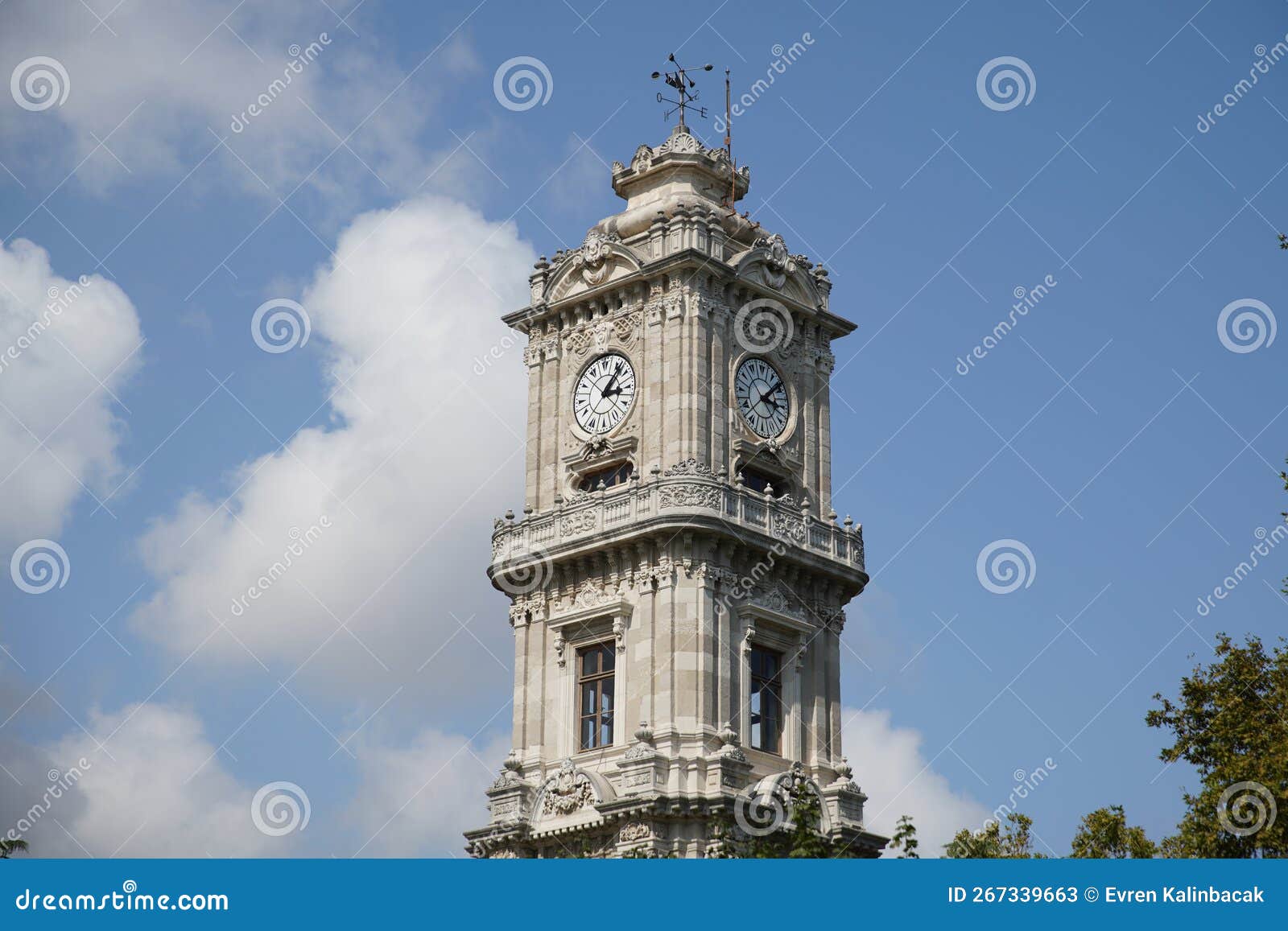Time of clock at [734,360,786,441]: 3:08
